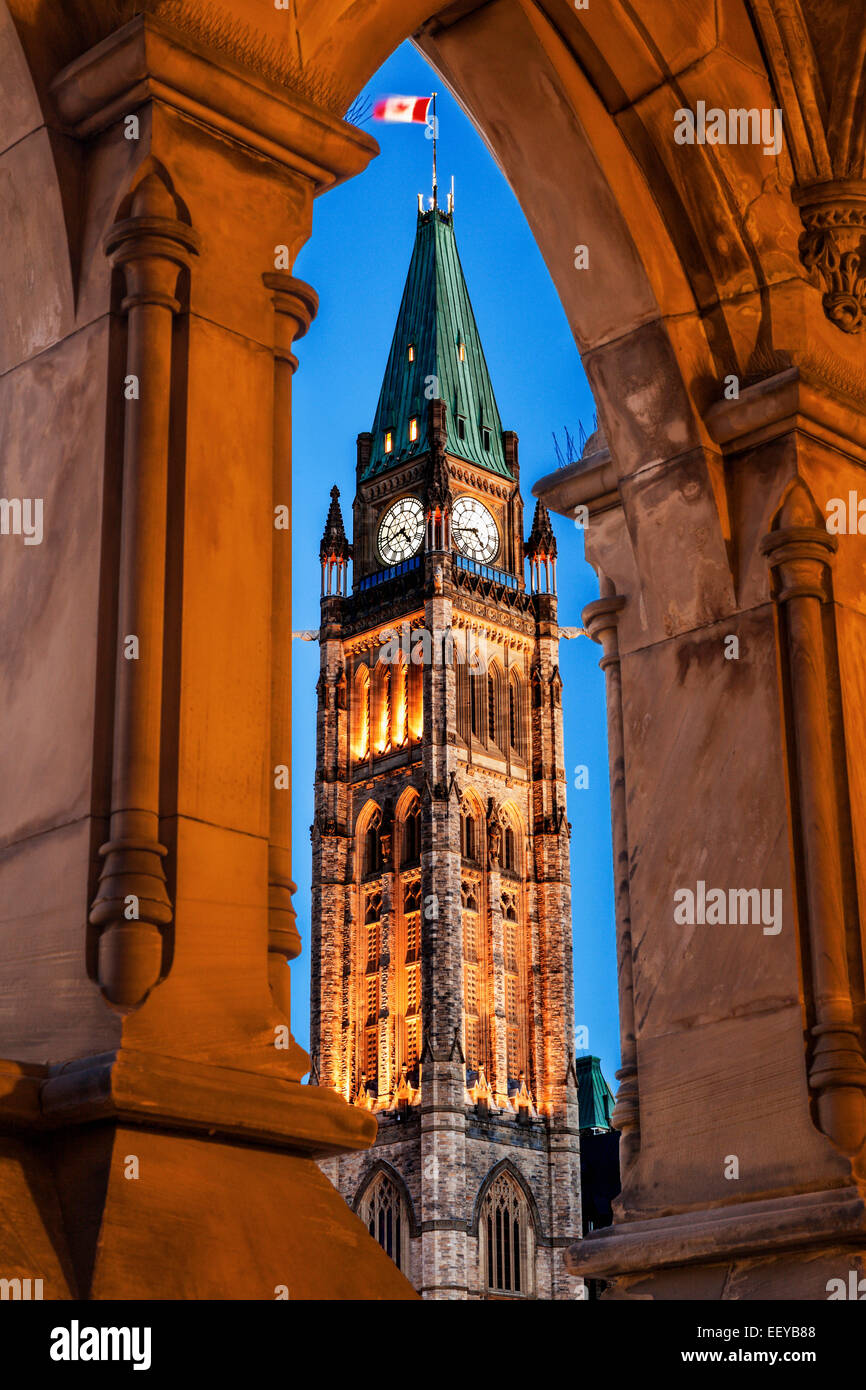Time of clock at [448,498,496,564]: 4:42
